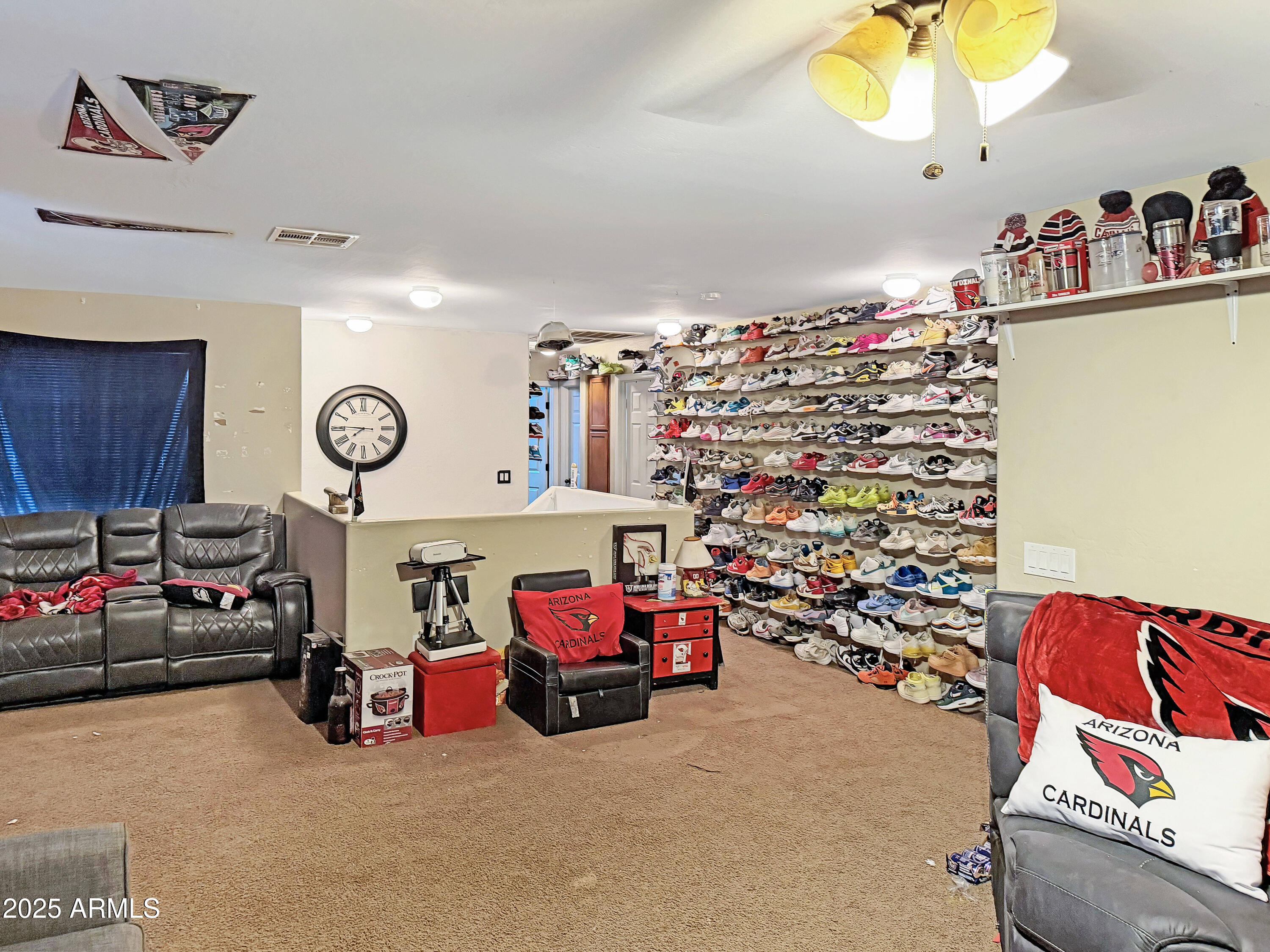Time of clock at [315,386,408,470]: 7:45
